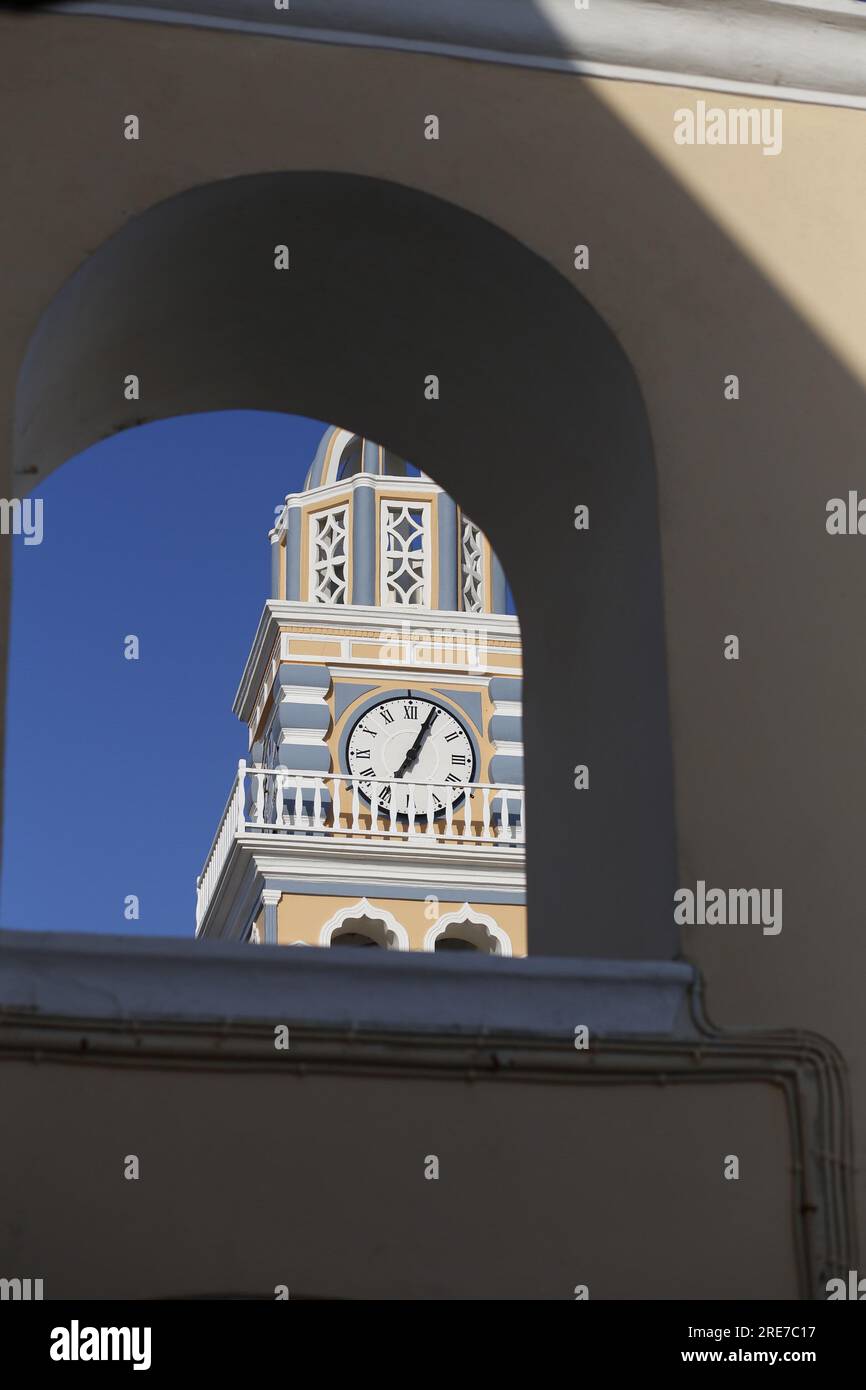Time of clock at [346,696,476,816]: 7:04
